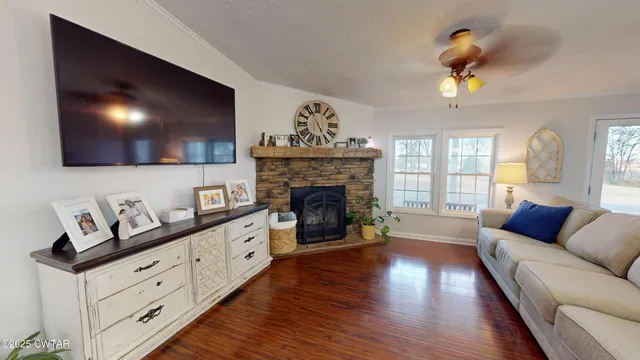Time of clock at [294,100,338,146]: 4:56
